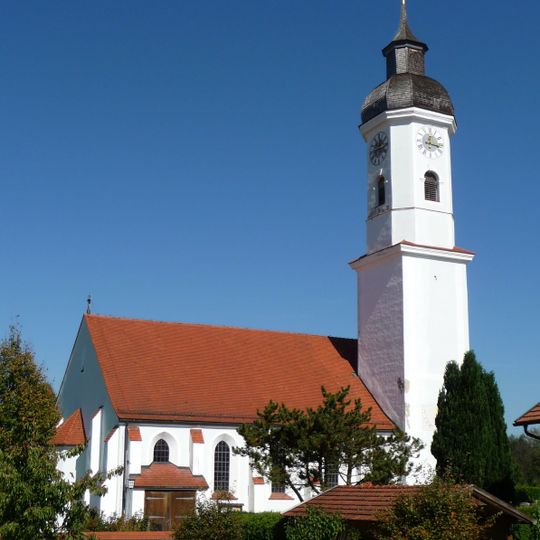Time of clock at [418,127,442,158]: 12:16
